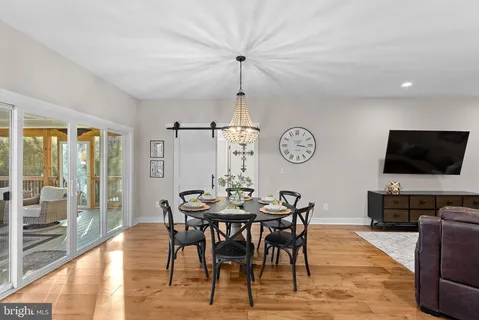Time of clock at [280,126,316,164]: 3:16
